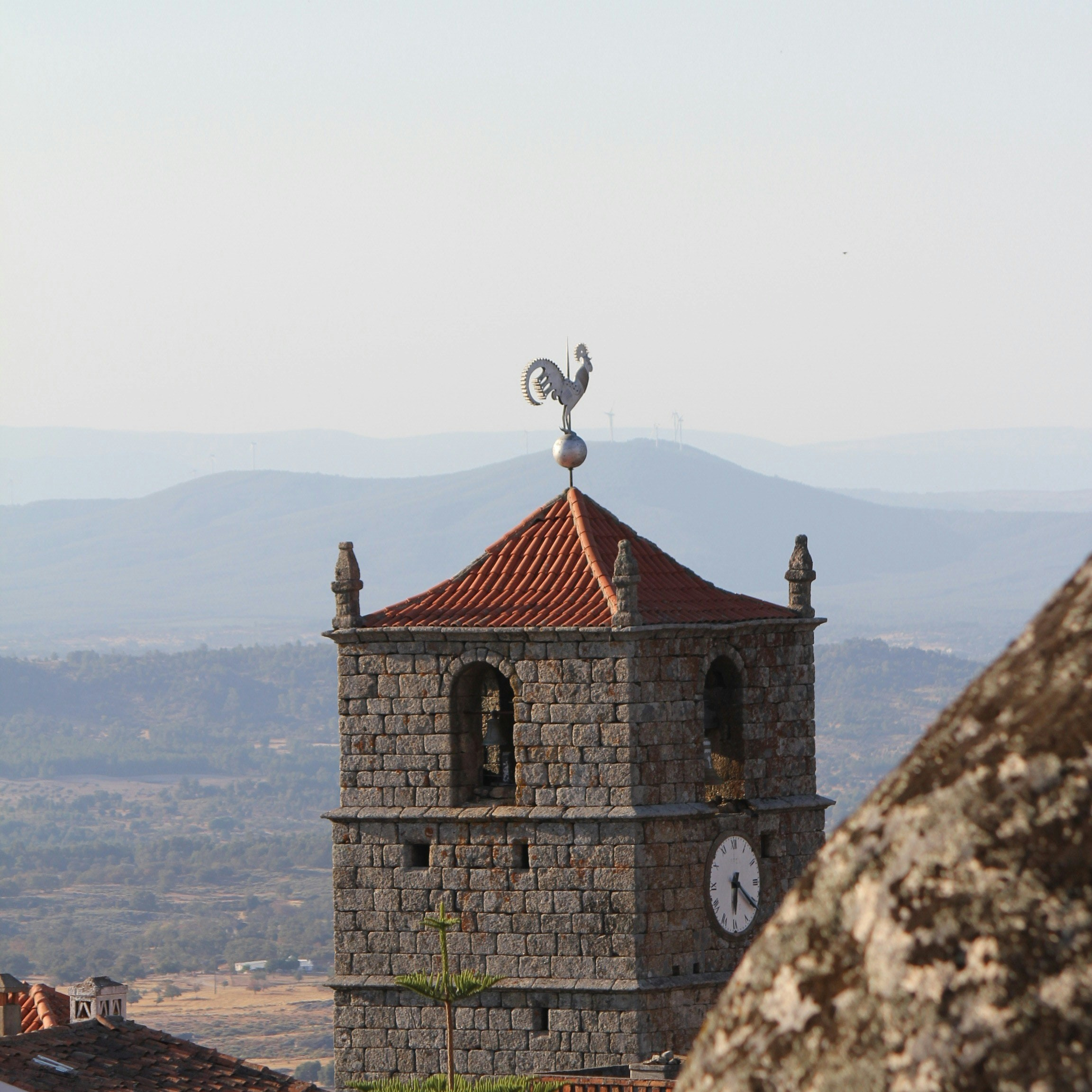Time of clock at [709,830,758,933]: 6:21
